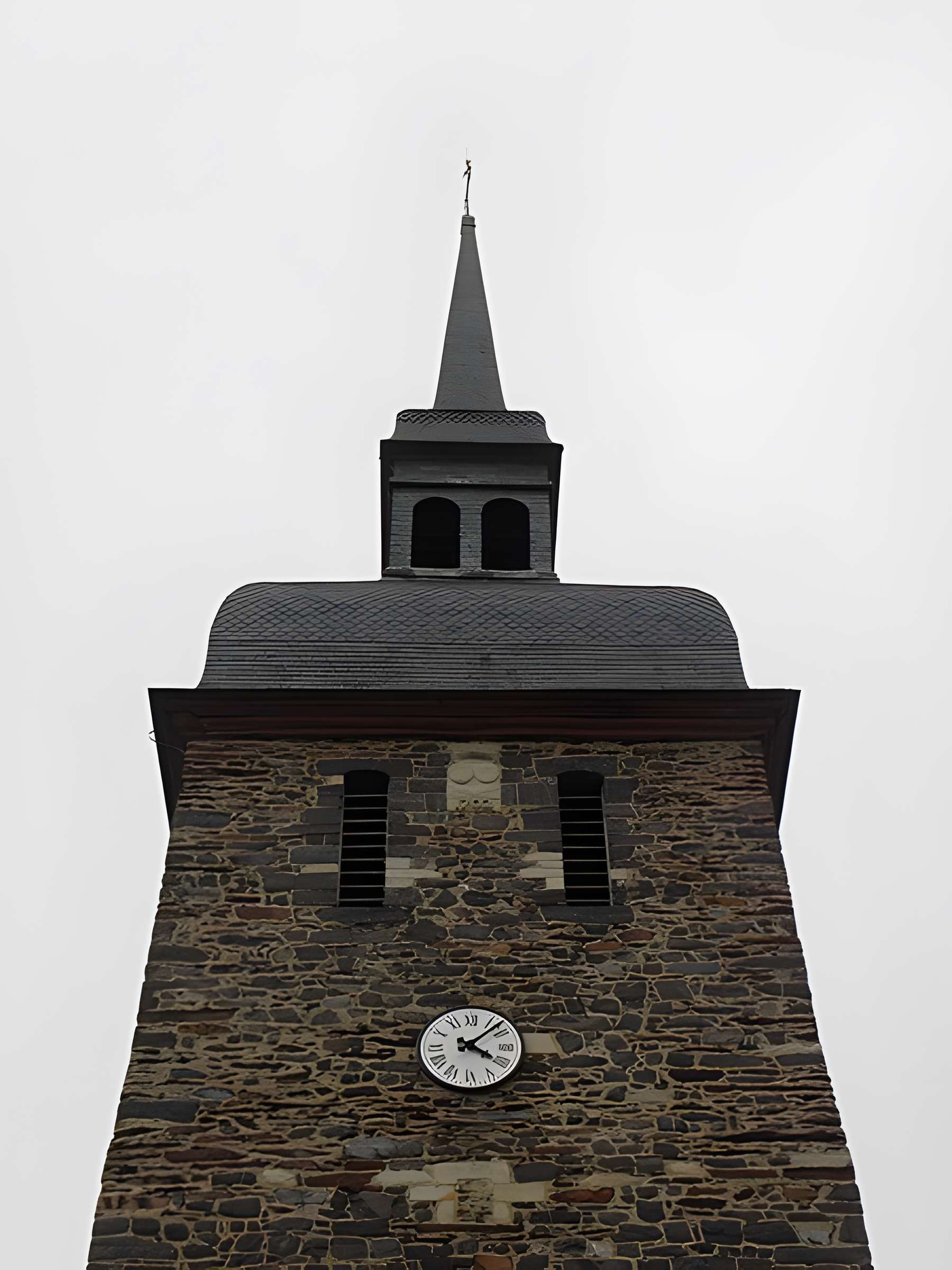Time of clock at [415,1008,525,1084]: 4:07
